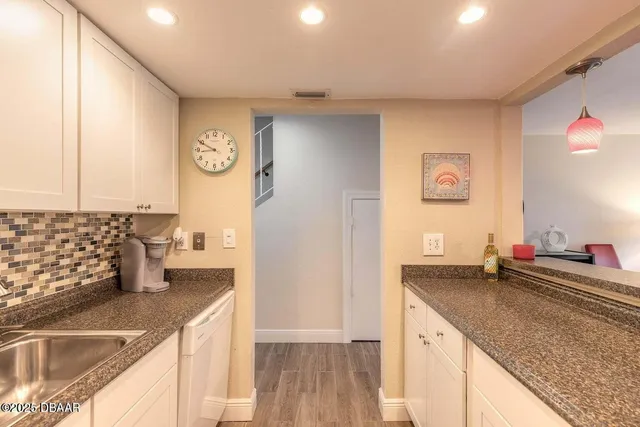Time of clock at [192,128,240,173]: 8:49
